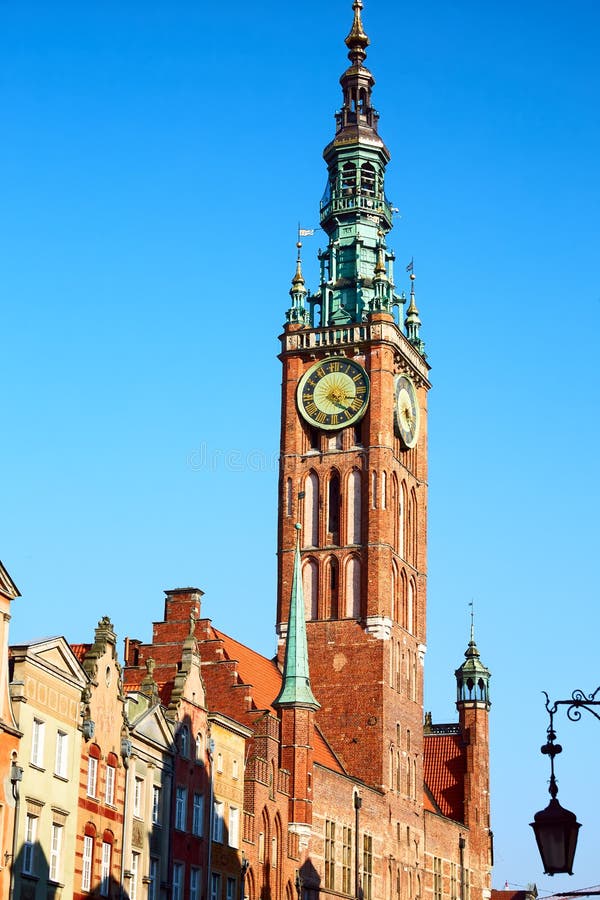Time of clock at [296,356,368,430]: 4:16
